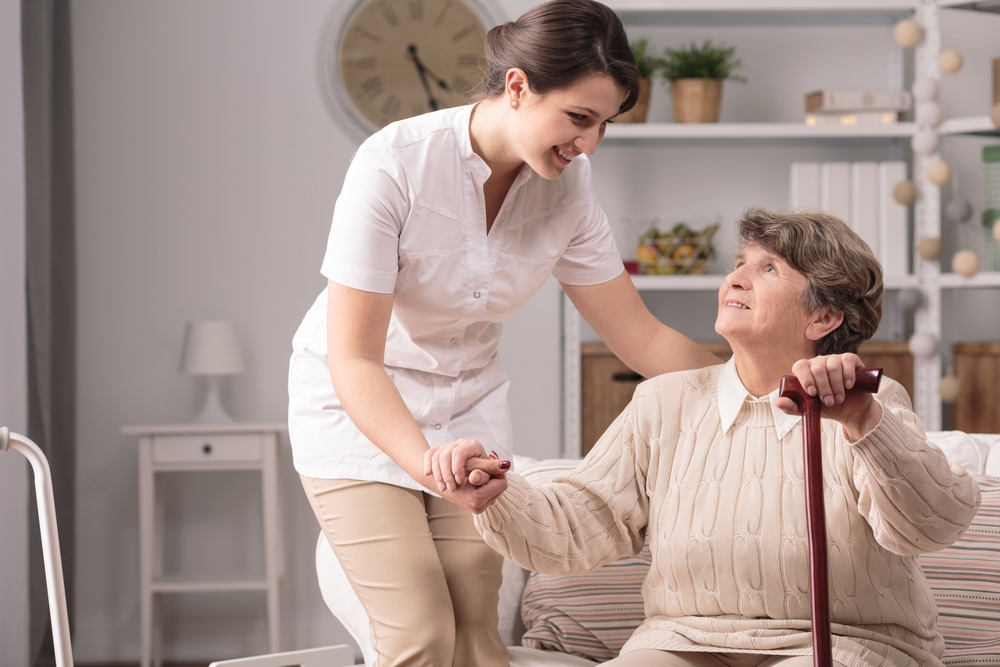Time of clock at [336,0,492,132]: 4:26
